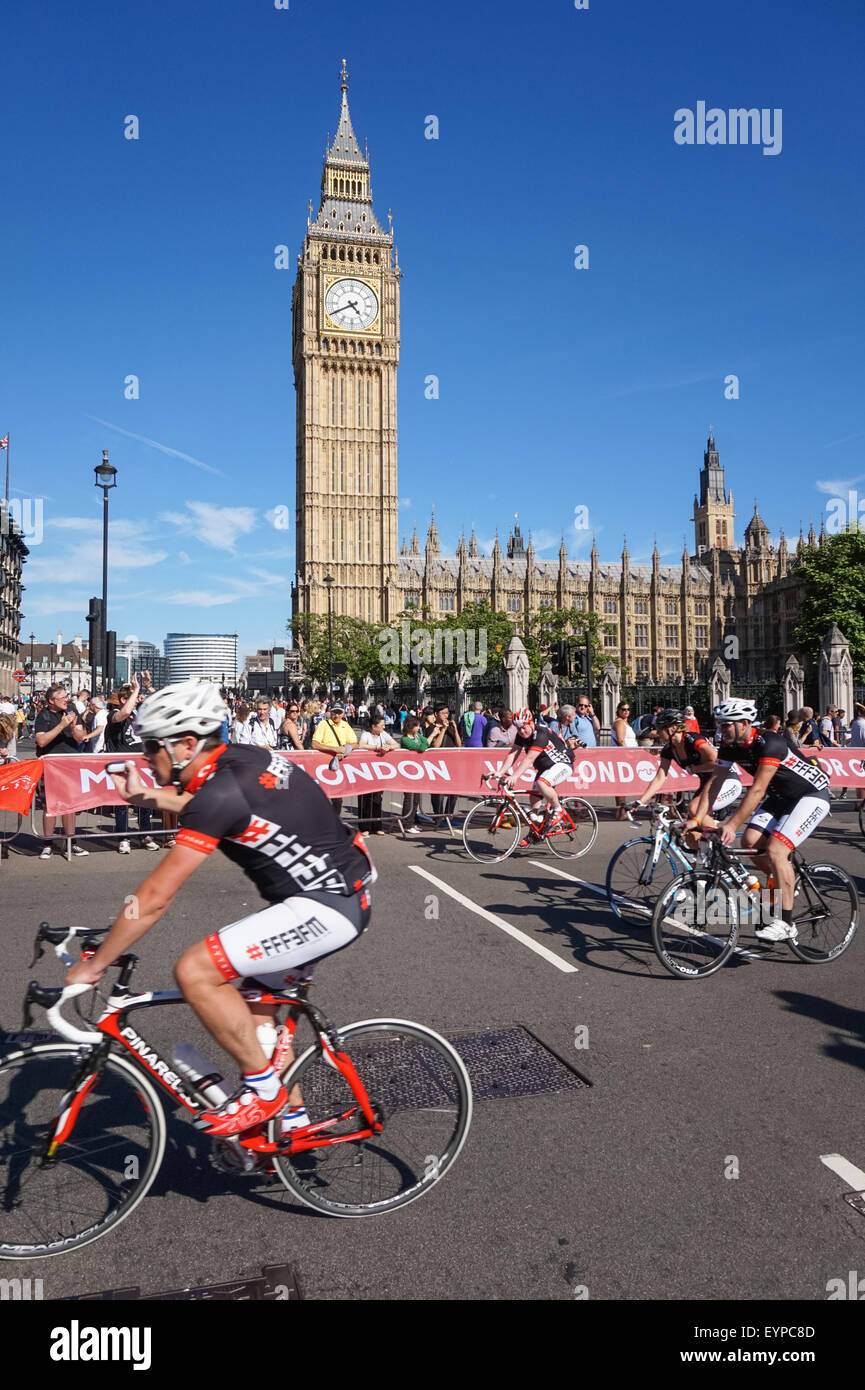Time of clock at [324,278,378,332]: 4:40
